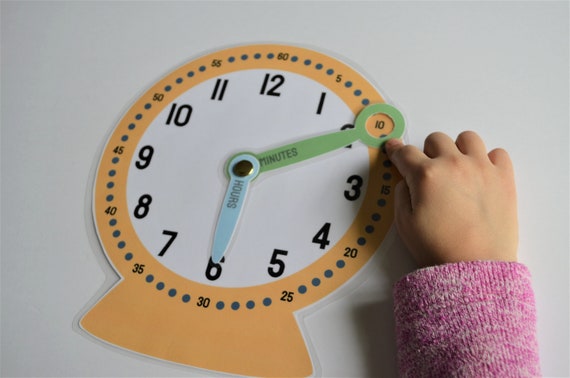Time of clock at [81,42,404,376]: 6:10
